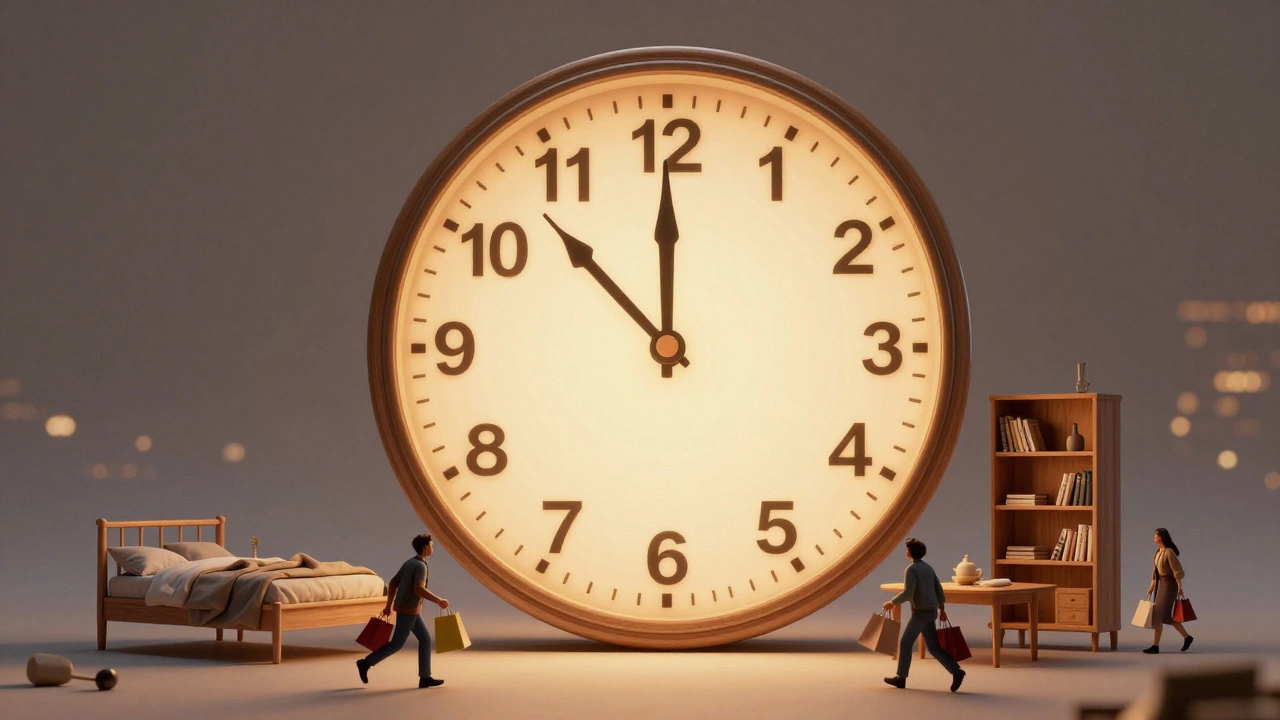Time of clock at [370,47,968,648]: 11:52
